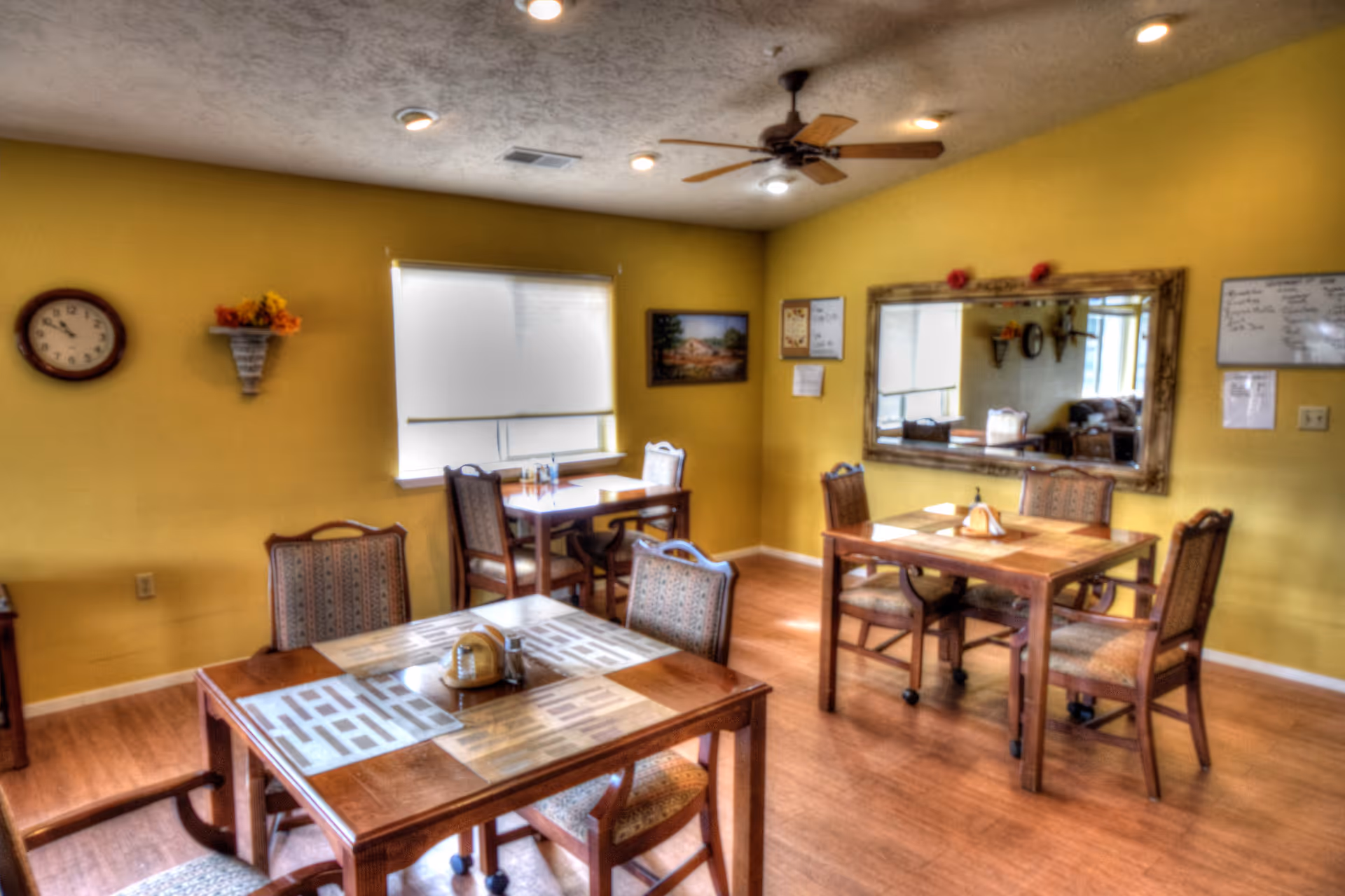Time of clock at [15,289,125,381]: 10:49
